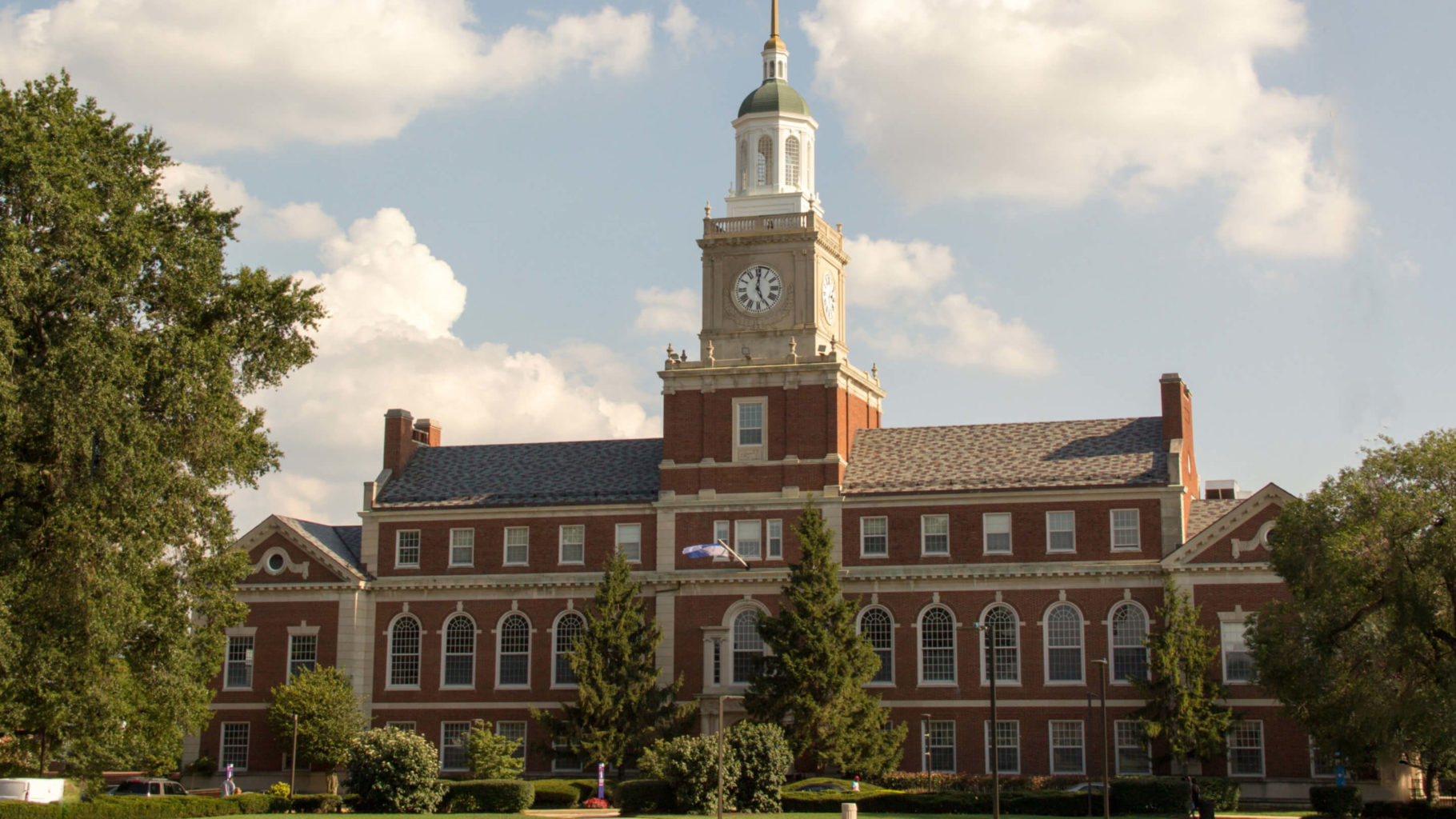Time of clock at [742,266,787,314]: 5:00
